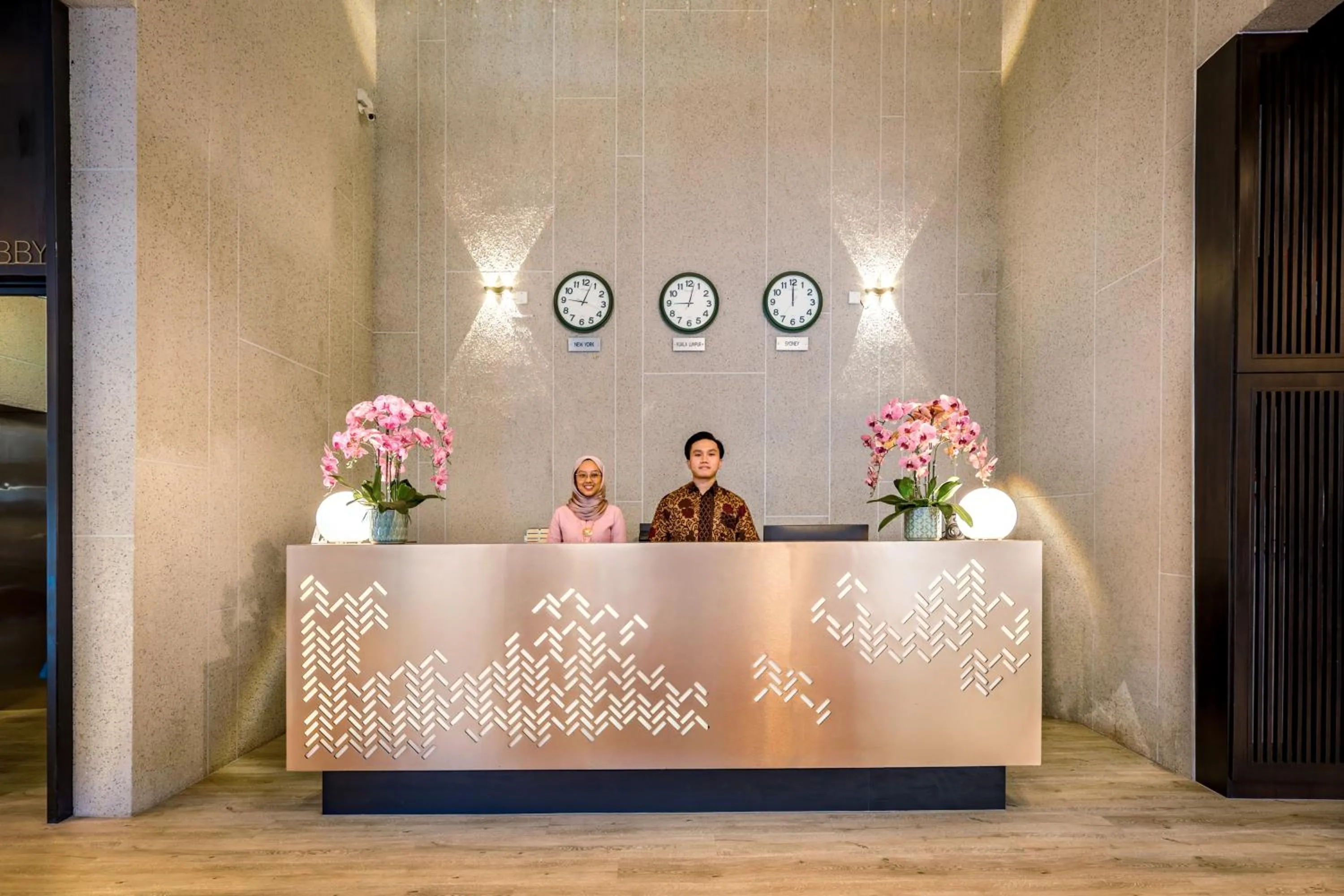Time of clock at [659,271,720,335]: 9:02
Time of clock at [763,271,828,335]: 12:00
